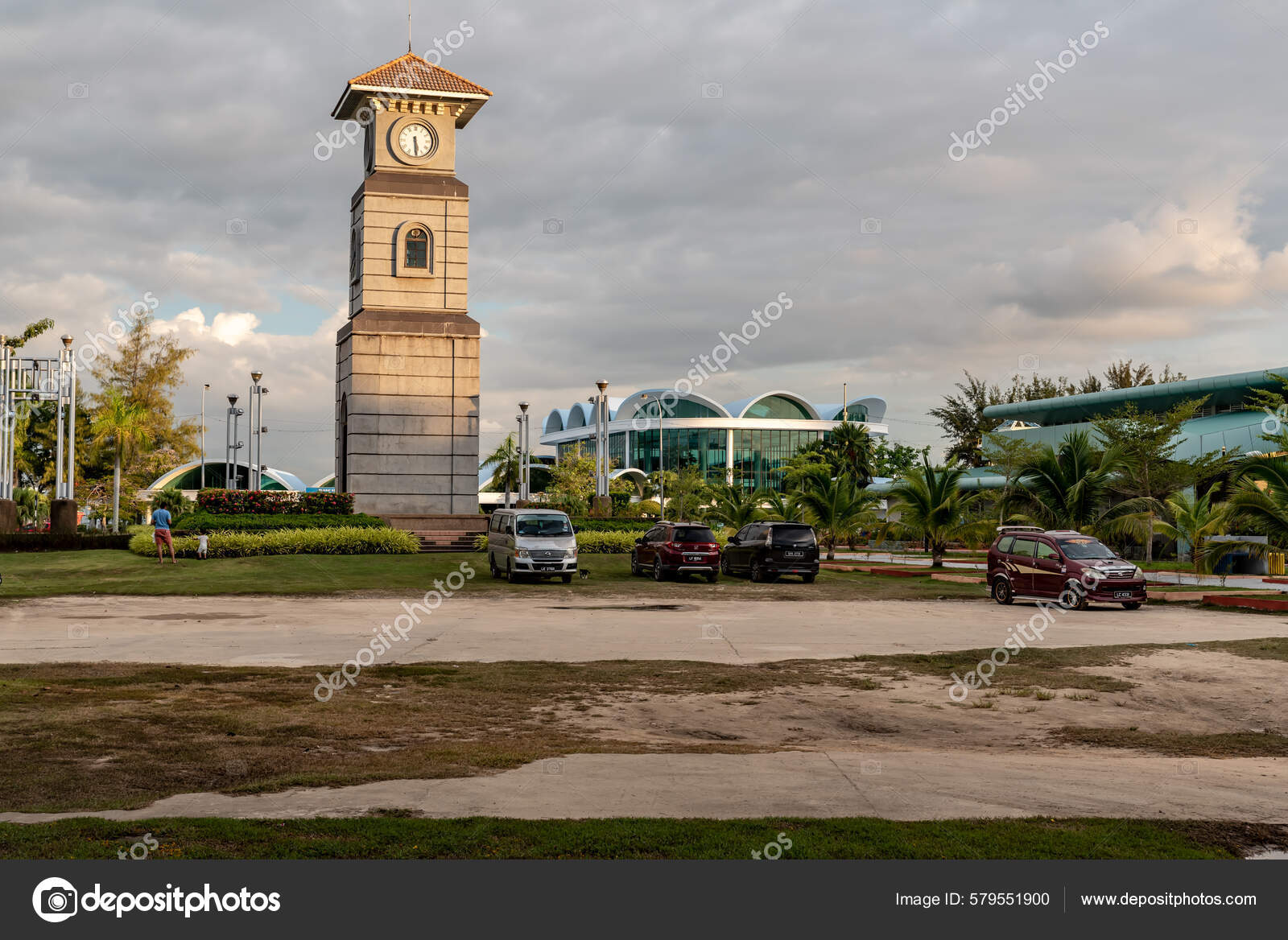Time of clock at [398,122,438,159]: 5:29
